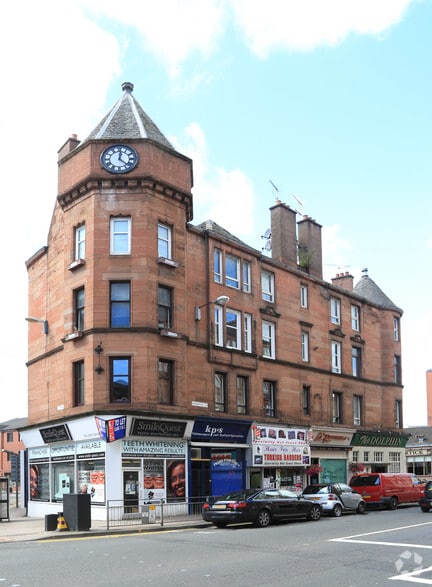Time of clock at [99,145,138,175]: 12:22
